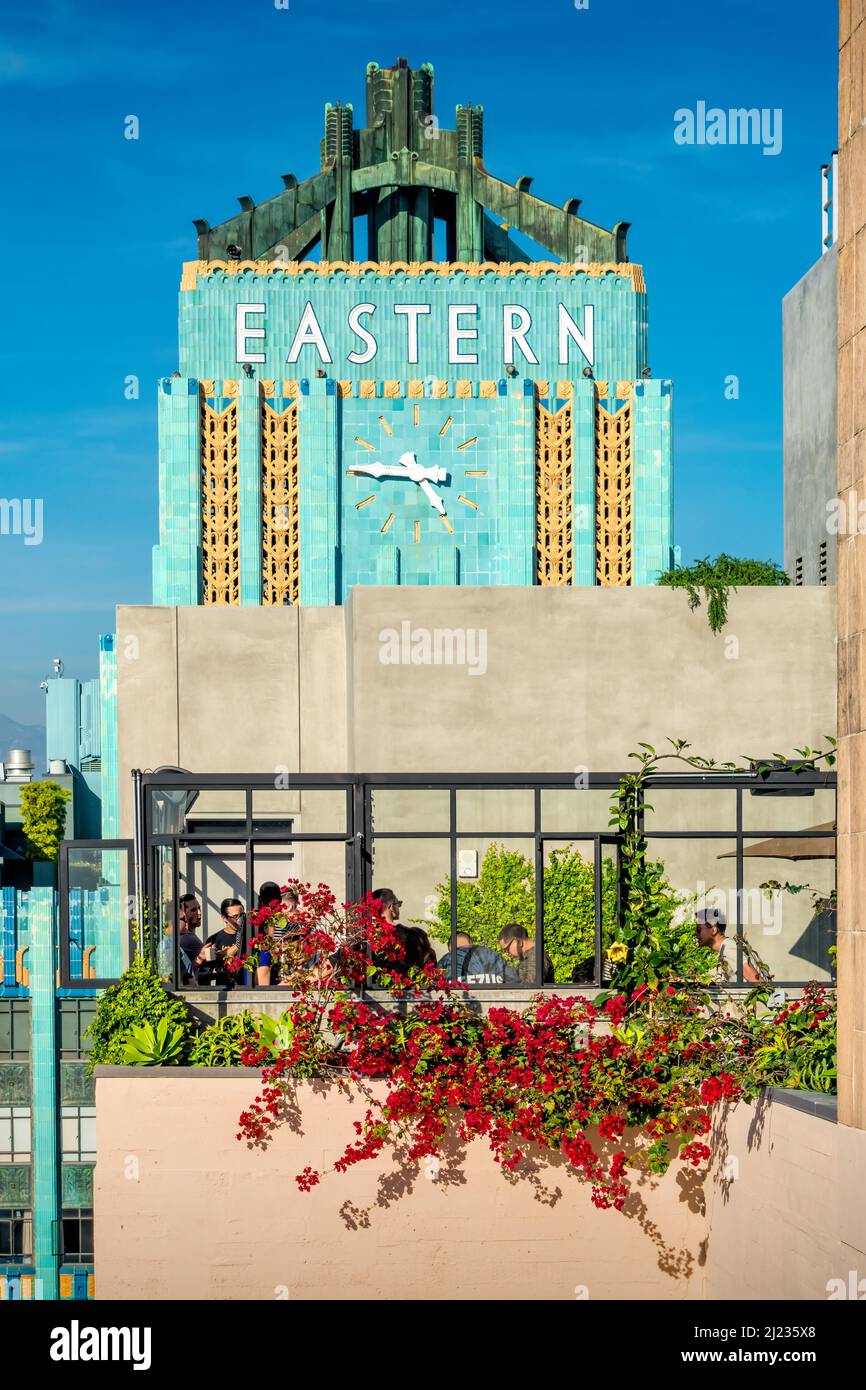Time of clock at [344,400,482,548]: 4:45
